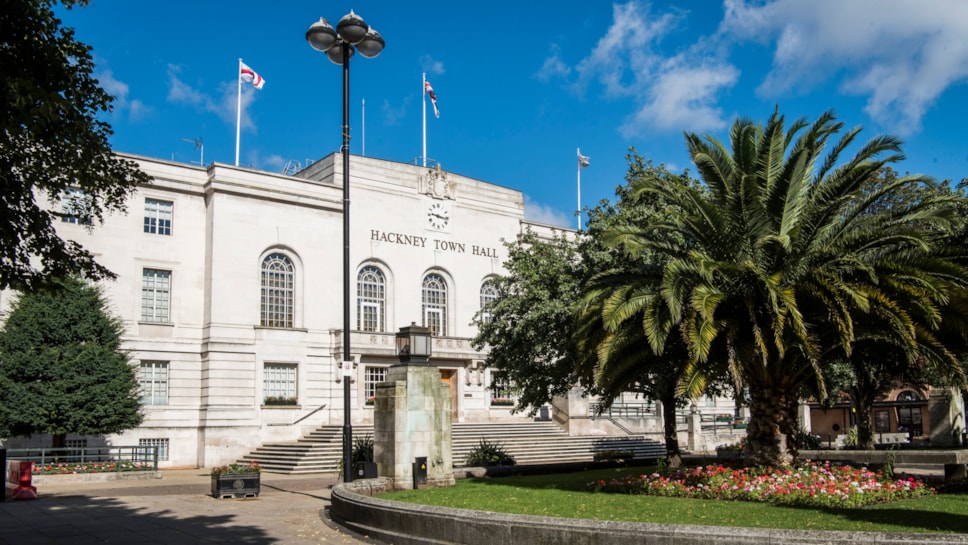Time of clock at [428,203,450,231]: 9:16
